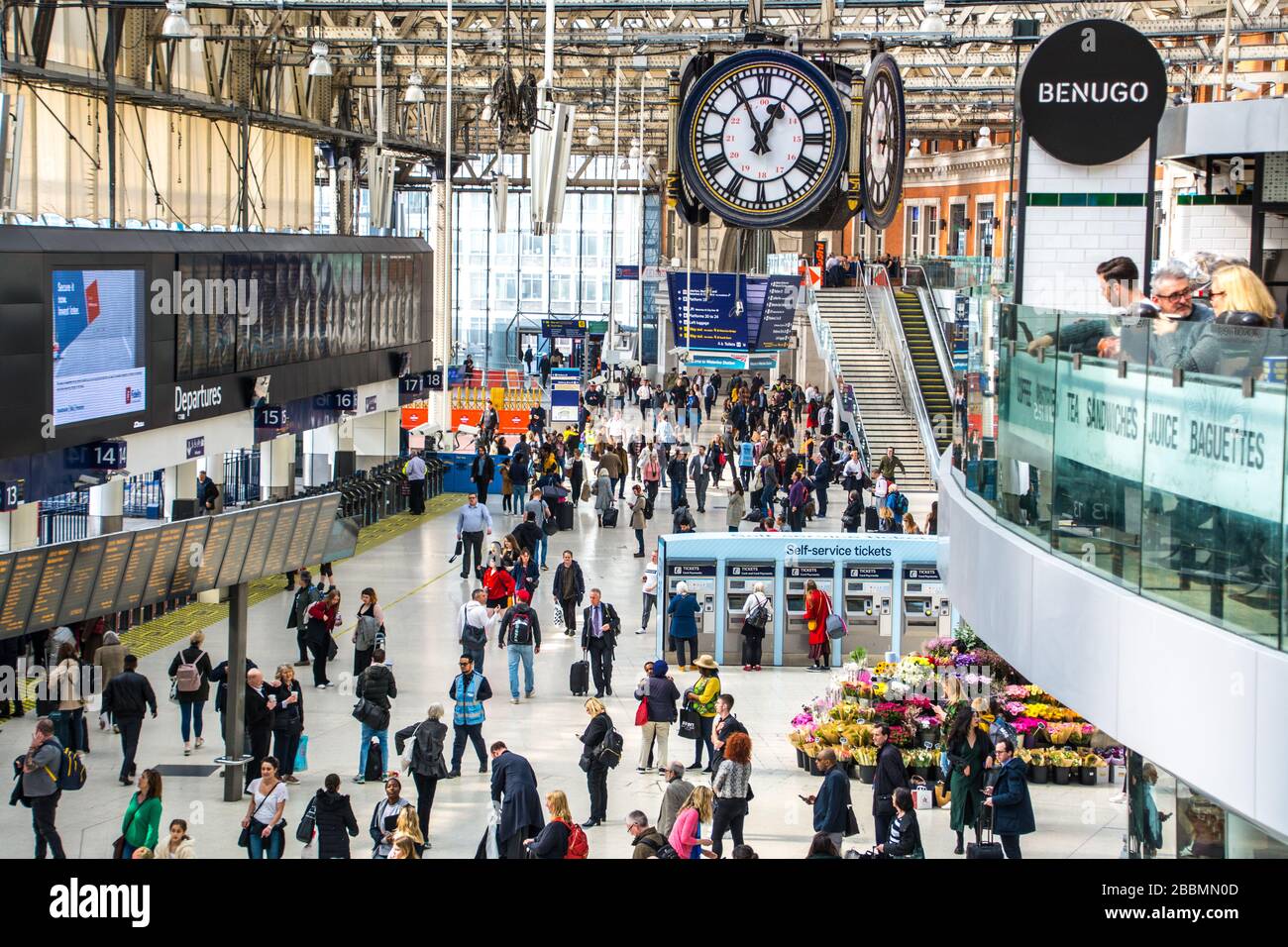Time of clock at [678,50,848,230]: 12:55
